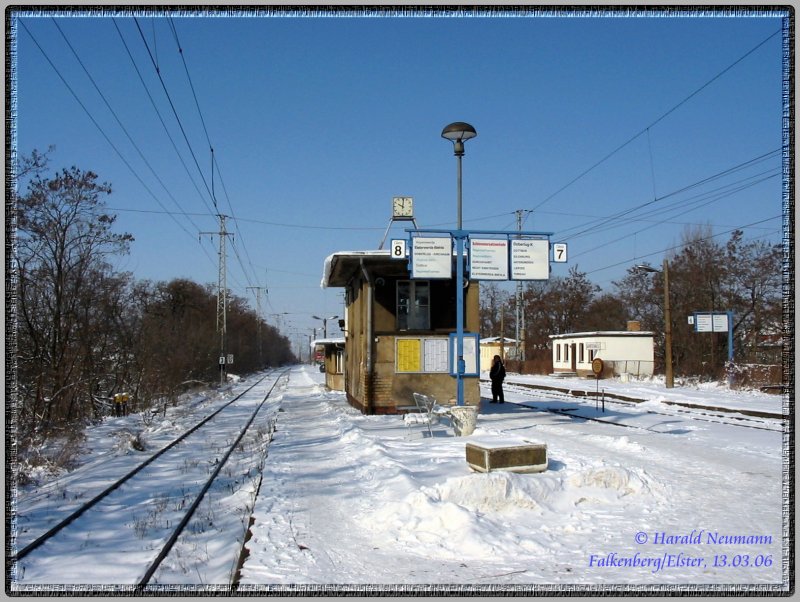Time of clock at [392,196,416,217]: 10:00
